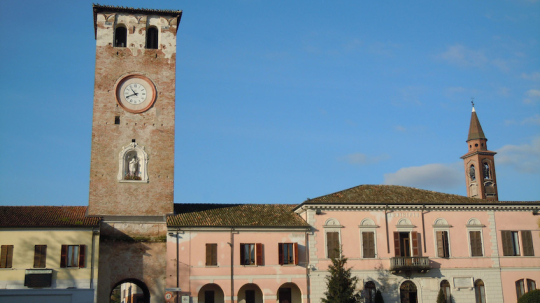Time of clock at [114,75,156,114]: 10:41
